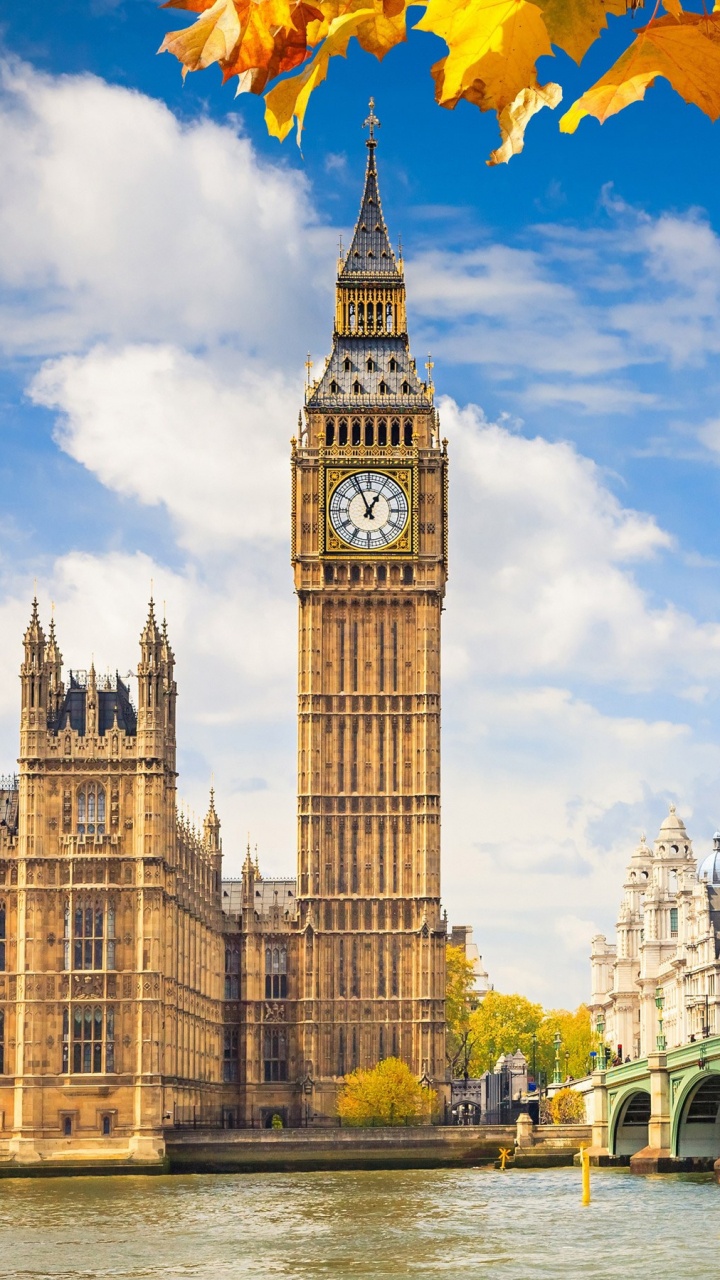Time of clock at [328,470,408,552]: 12:56
